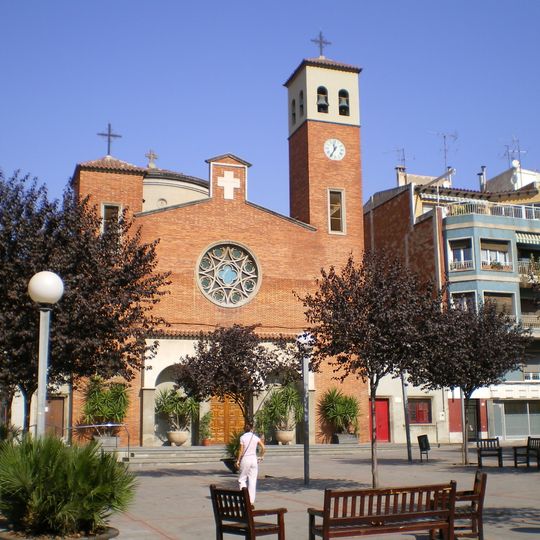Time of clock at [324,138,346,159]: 11:35
